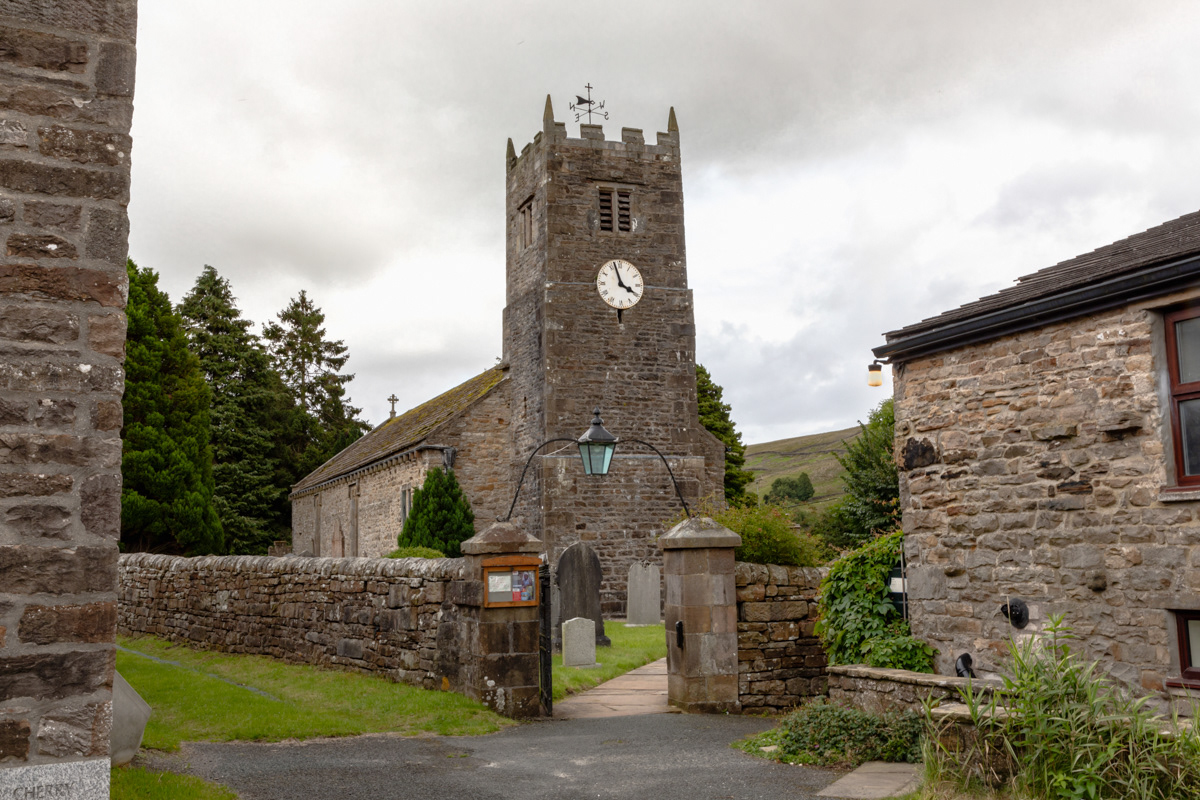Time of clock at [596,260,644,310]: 3:57
